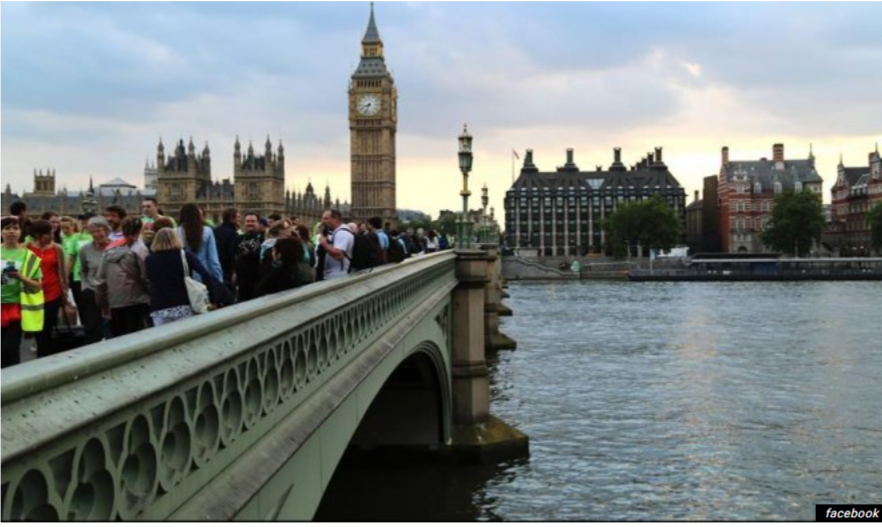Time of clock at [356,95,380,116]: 8:33
